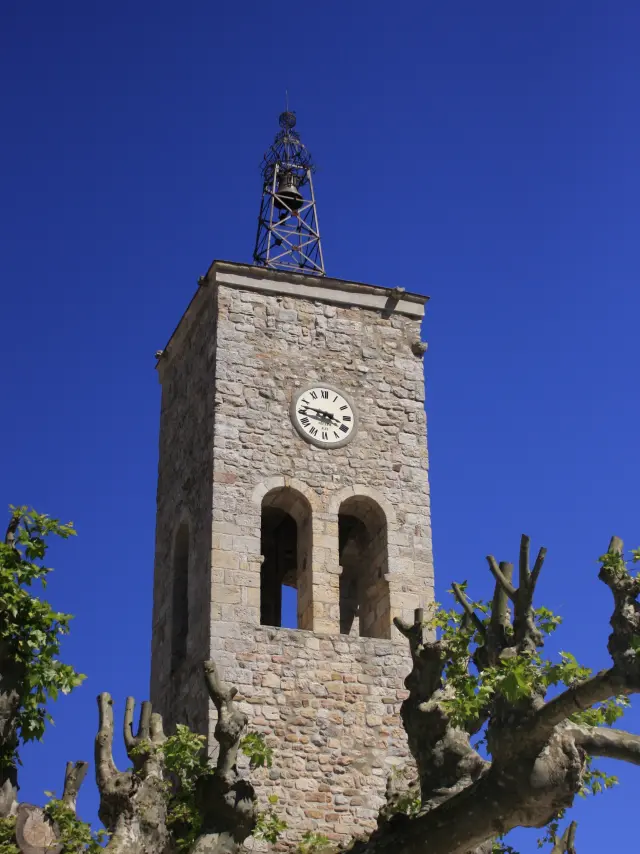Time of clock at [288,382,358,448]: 3:47
